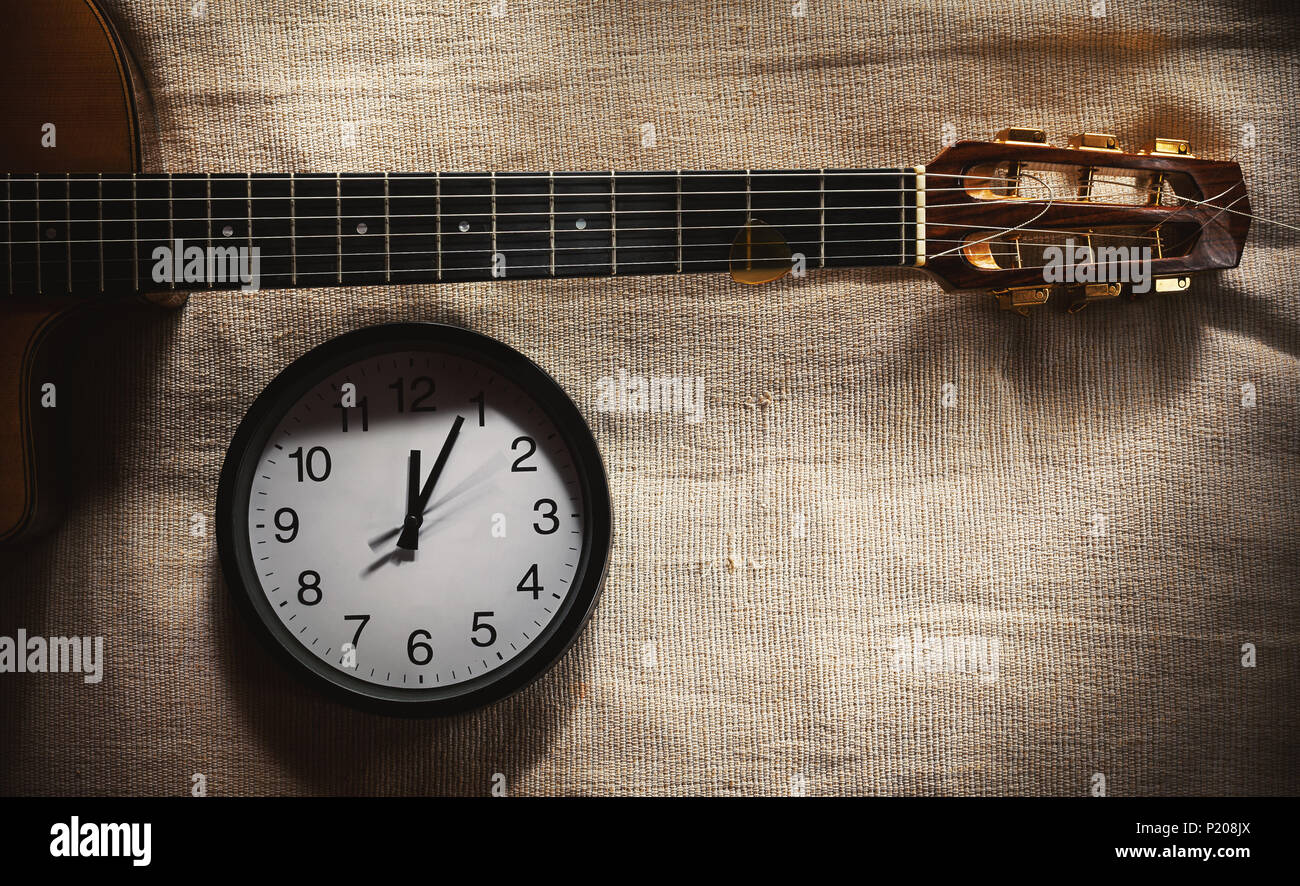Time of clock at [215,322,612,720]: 12:04
